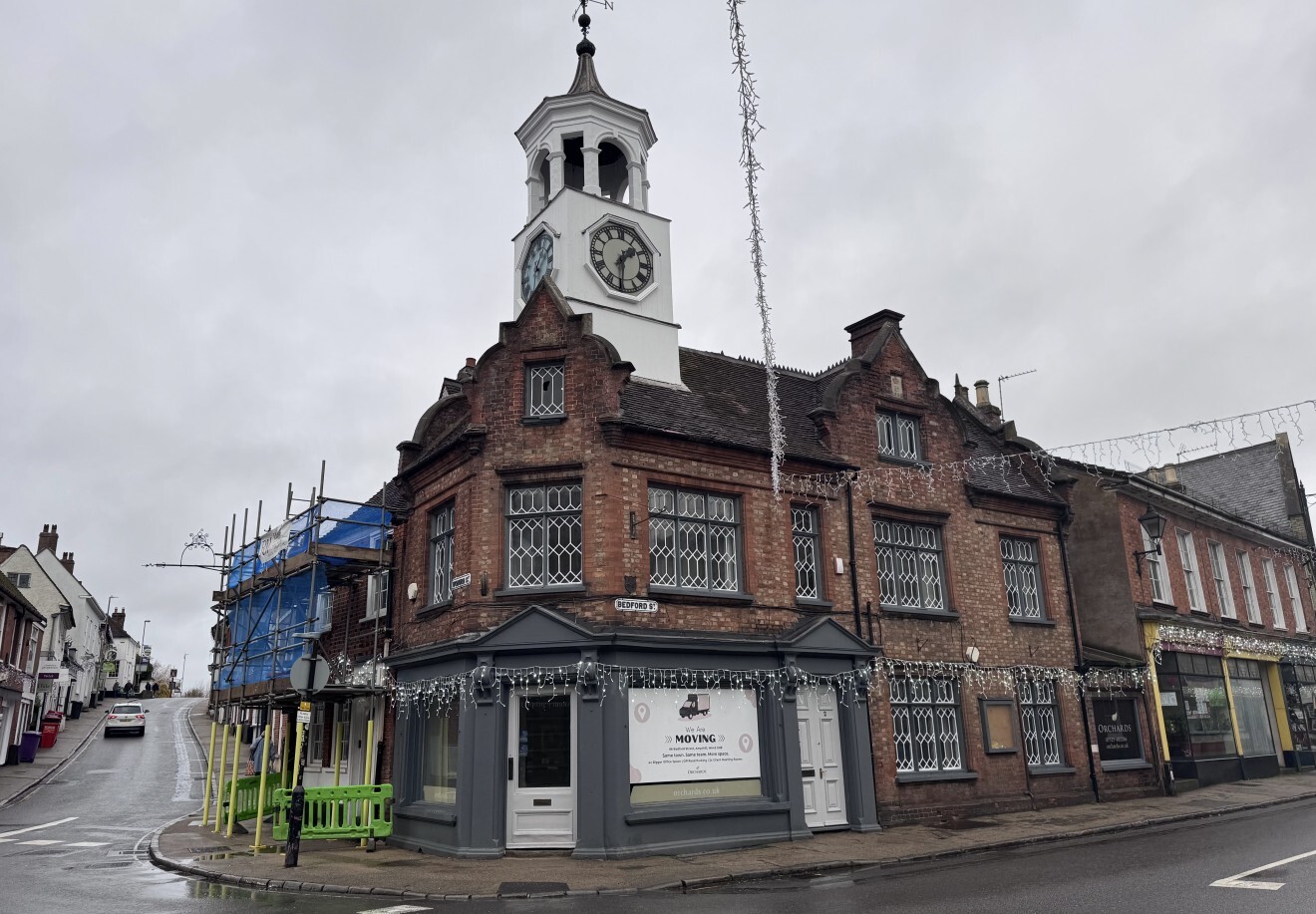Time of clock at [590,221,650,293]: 1:30
